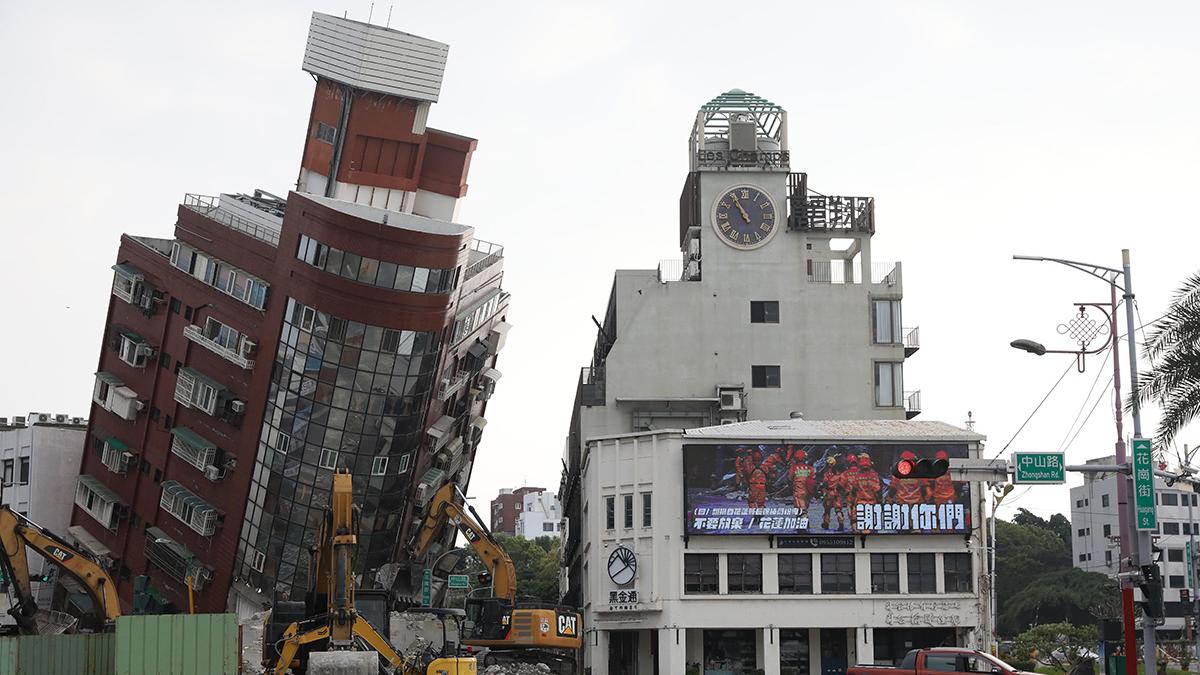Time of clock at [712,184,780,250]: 10:55
